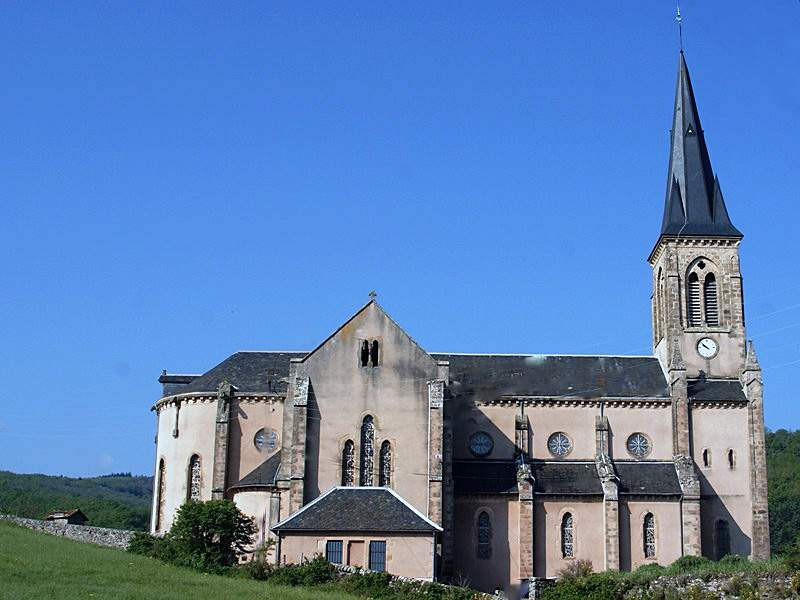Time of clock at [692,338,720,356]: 9:51
